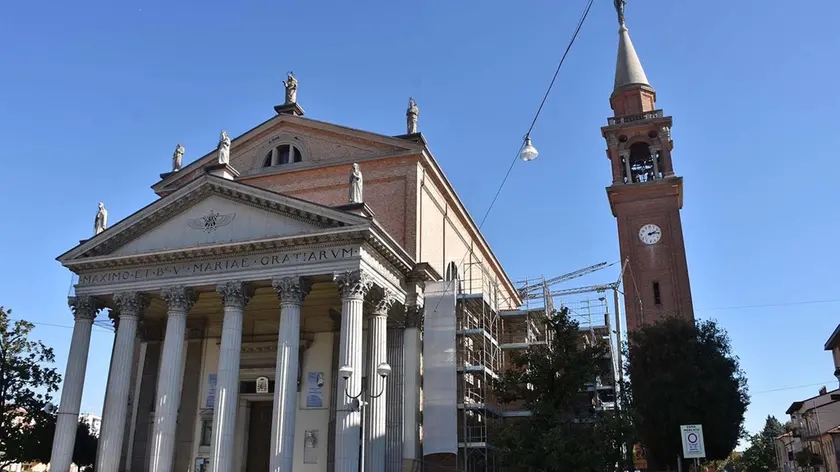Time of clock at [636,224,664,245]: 2:14
